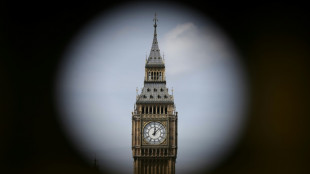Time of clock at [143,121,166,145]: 12:07
